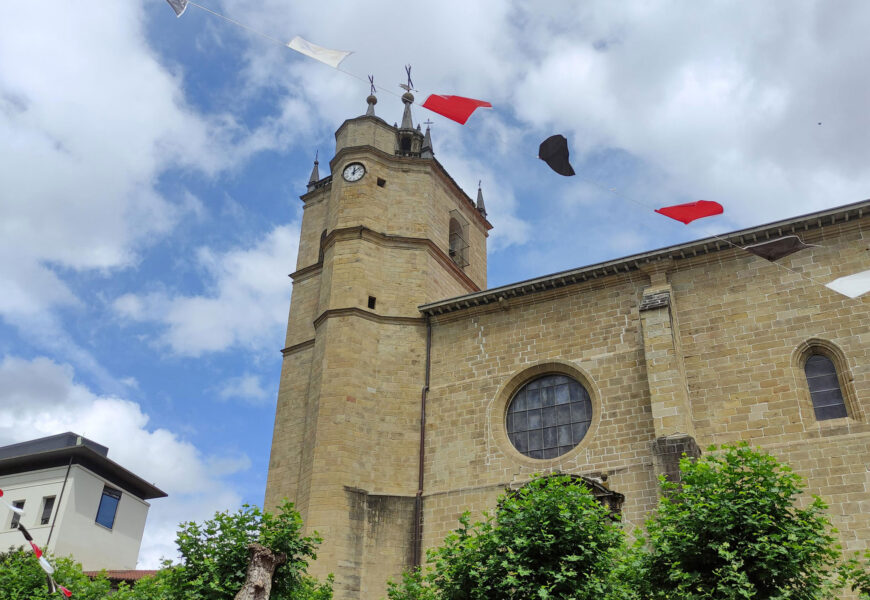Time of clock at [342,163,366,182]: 12:07
